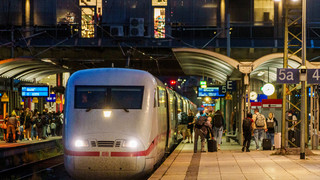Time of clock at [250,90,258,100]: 8:11
